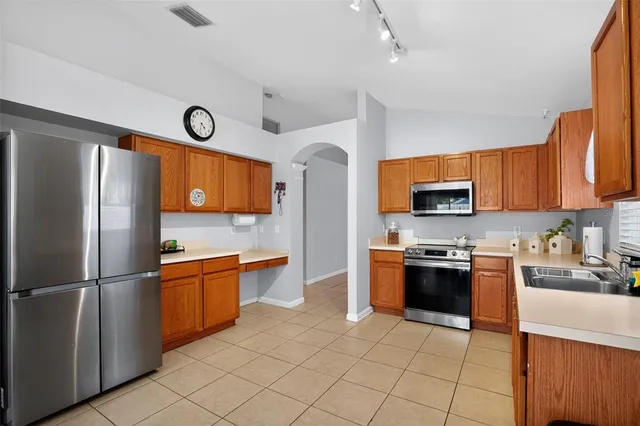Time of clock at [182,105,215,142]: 4:31
